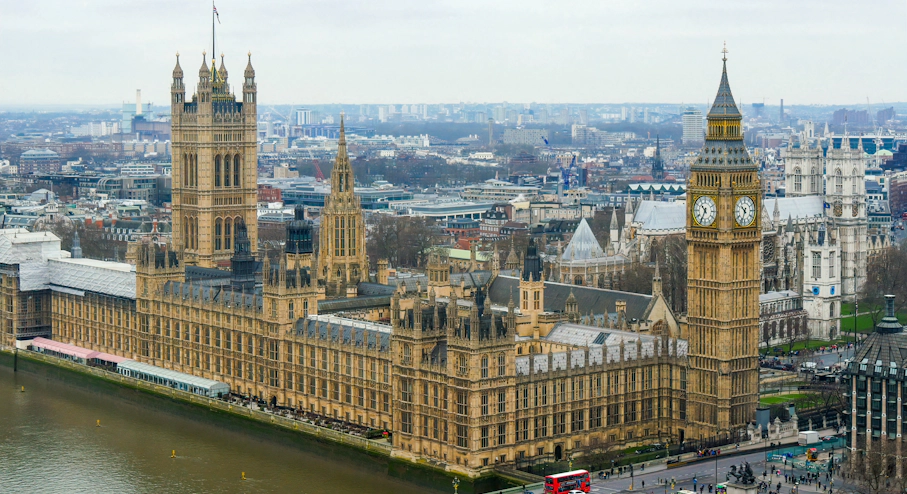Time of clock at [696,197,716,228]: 10:34
